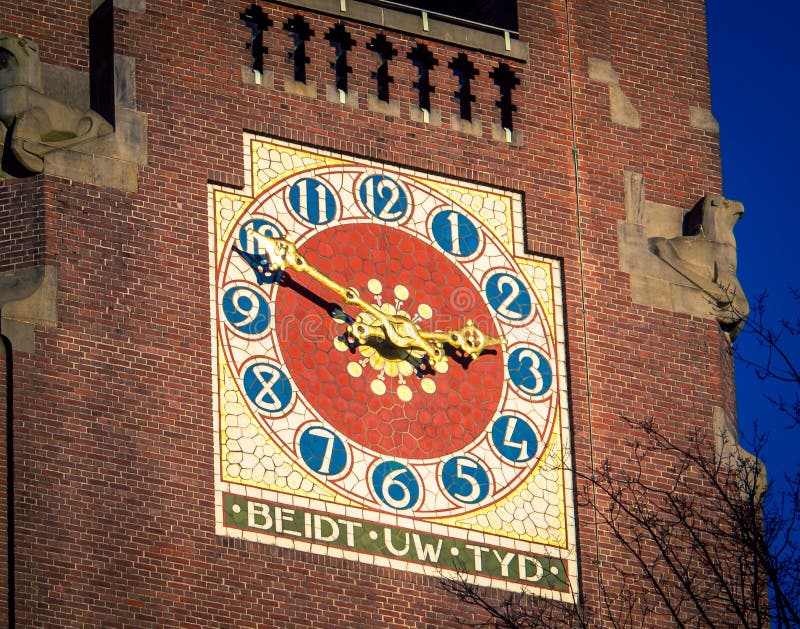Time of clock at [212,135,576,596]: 2:48
